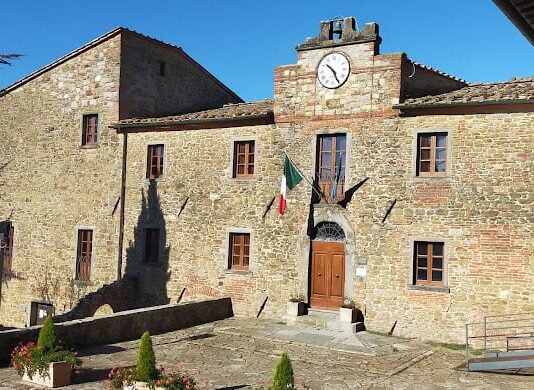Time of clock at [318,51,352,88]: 10:25
